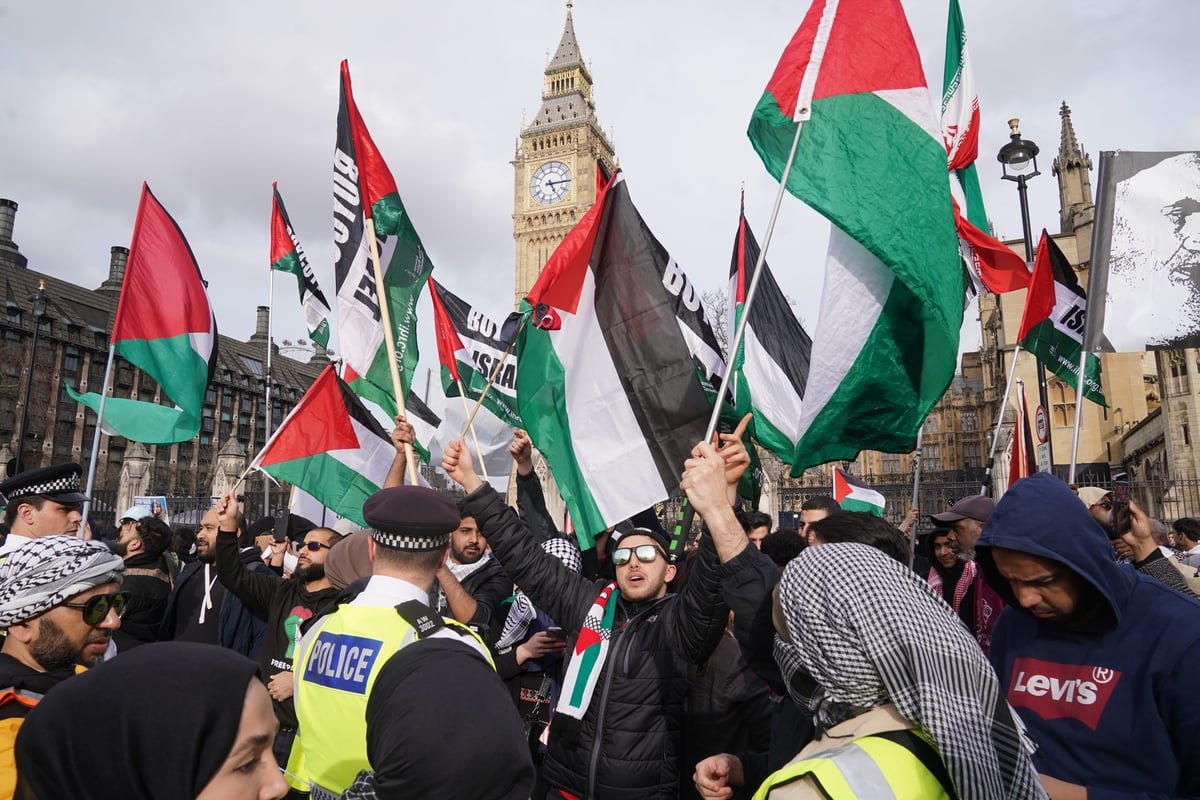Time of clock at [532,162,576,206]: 5:14
